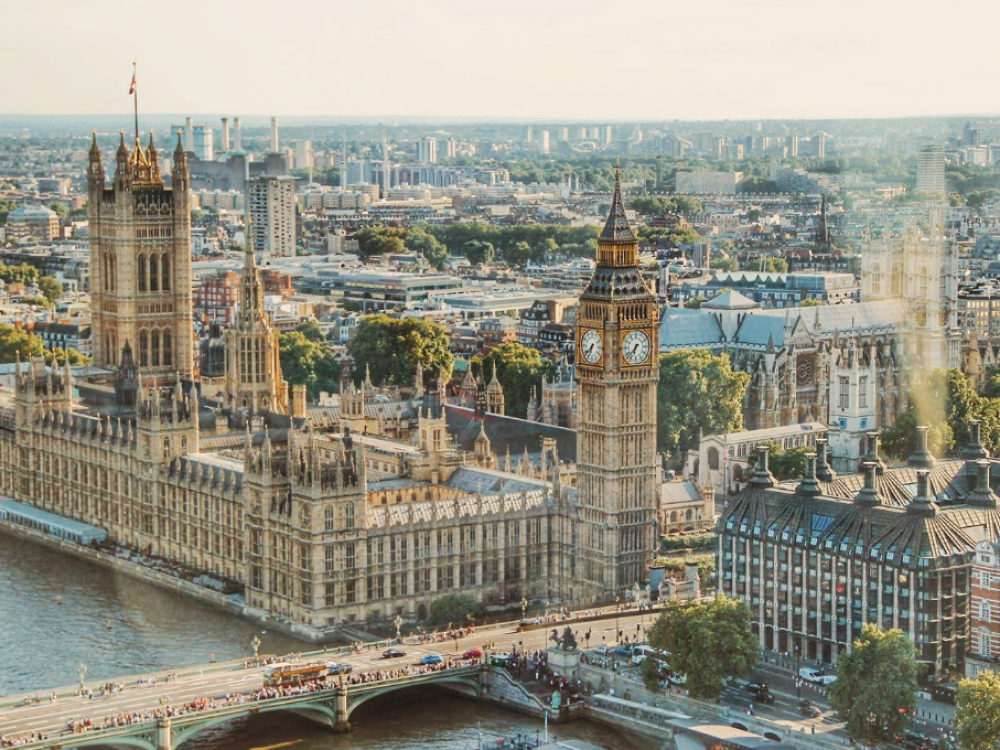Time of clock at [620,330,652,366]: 6:37
